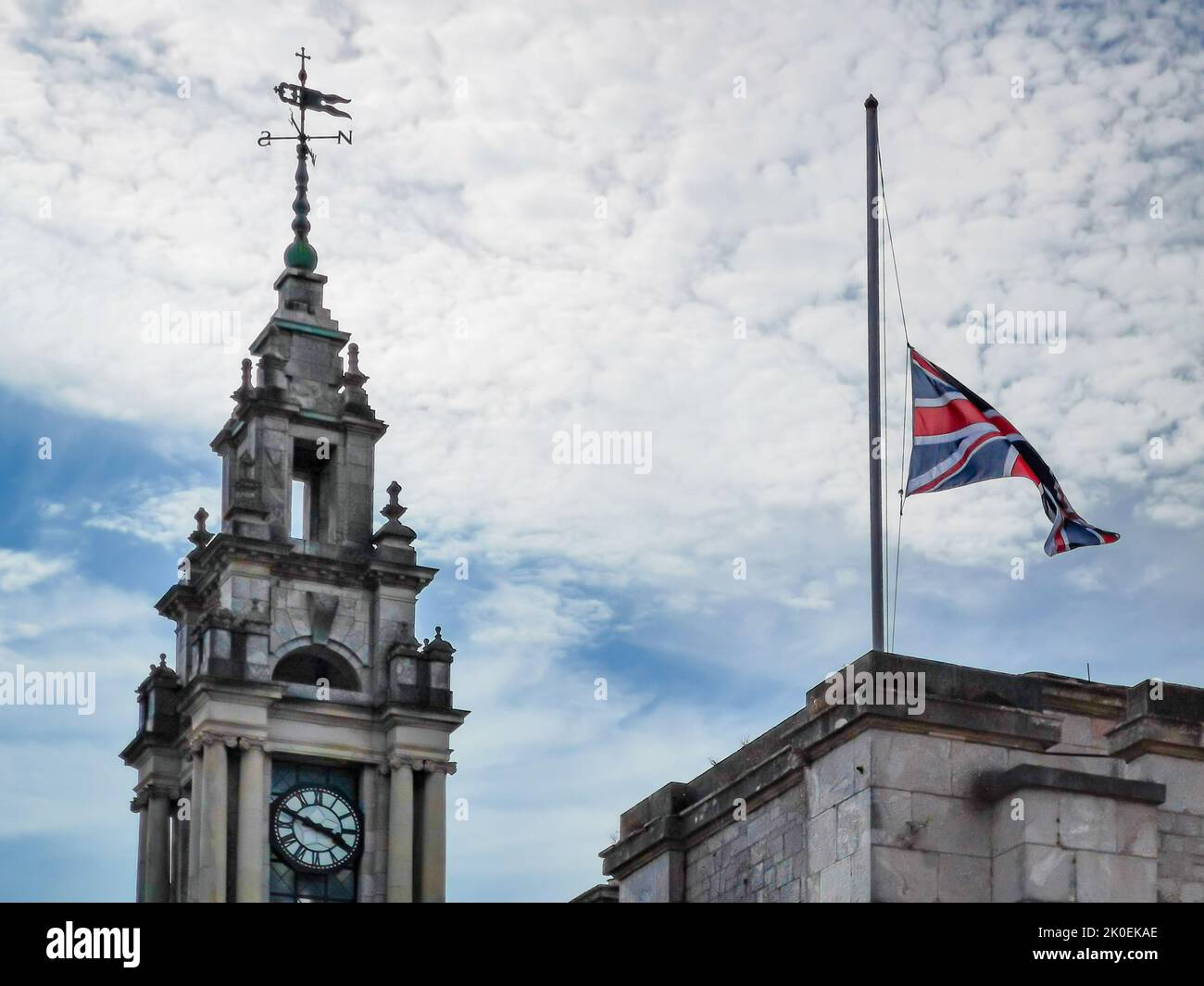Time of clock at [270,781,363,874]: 3:48
